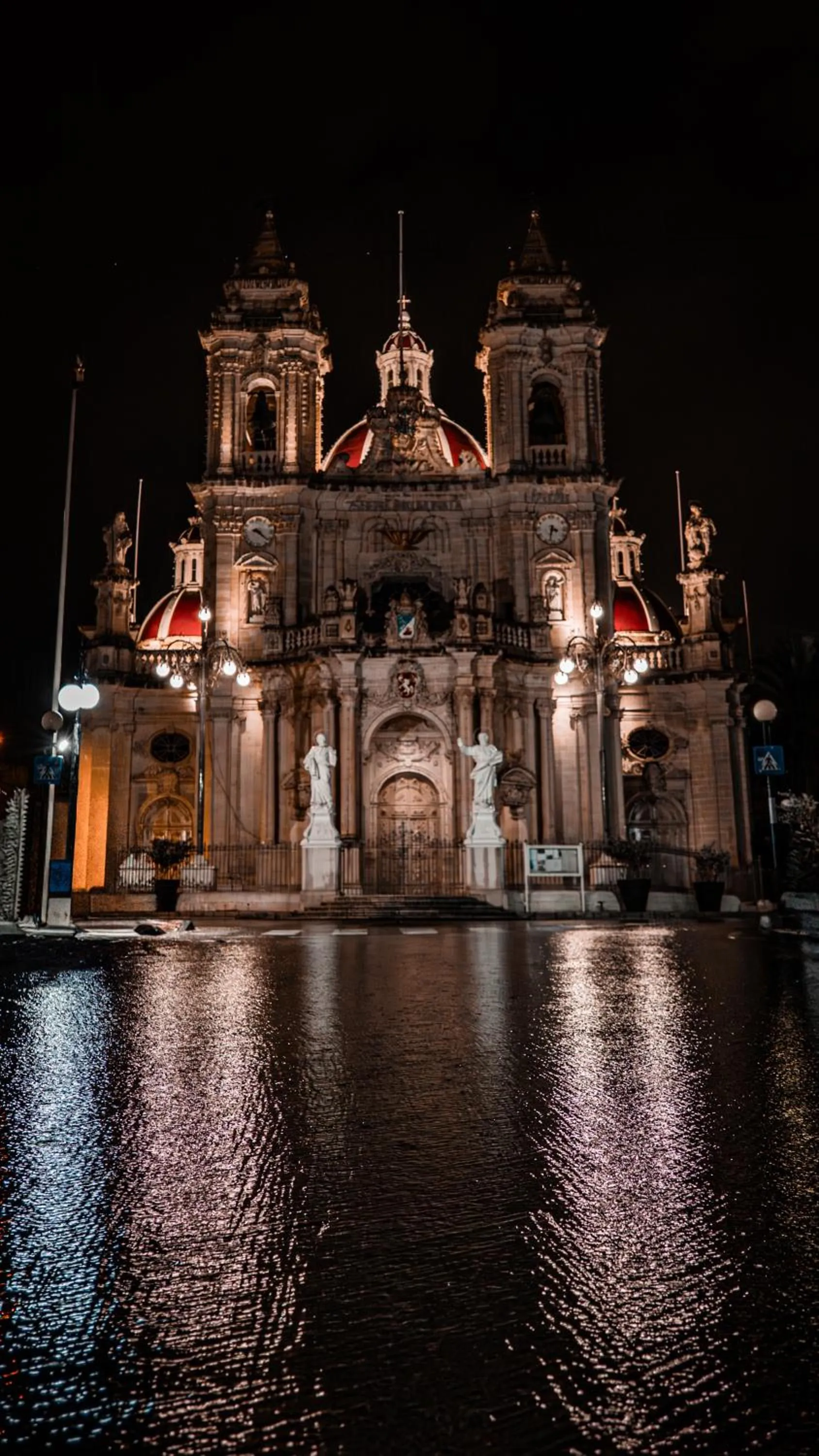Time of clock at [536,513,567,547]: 3:32
